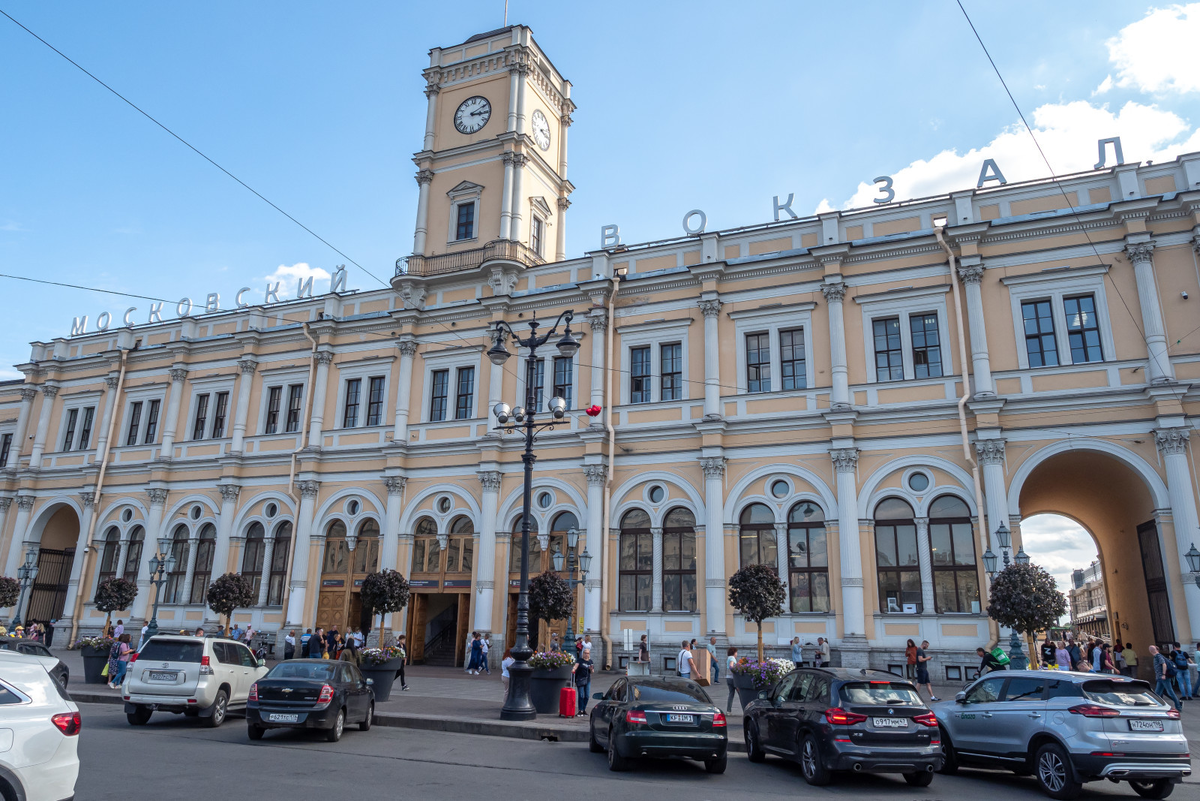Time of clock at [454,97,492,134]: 3:09
